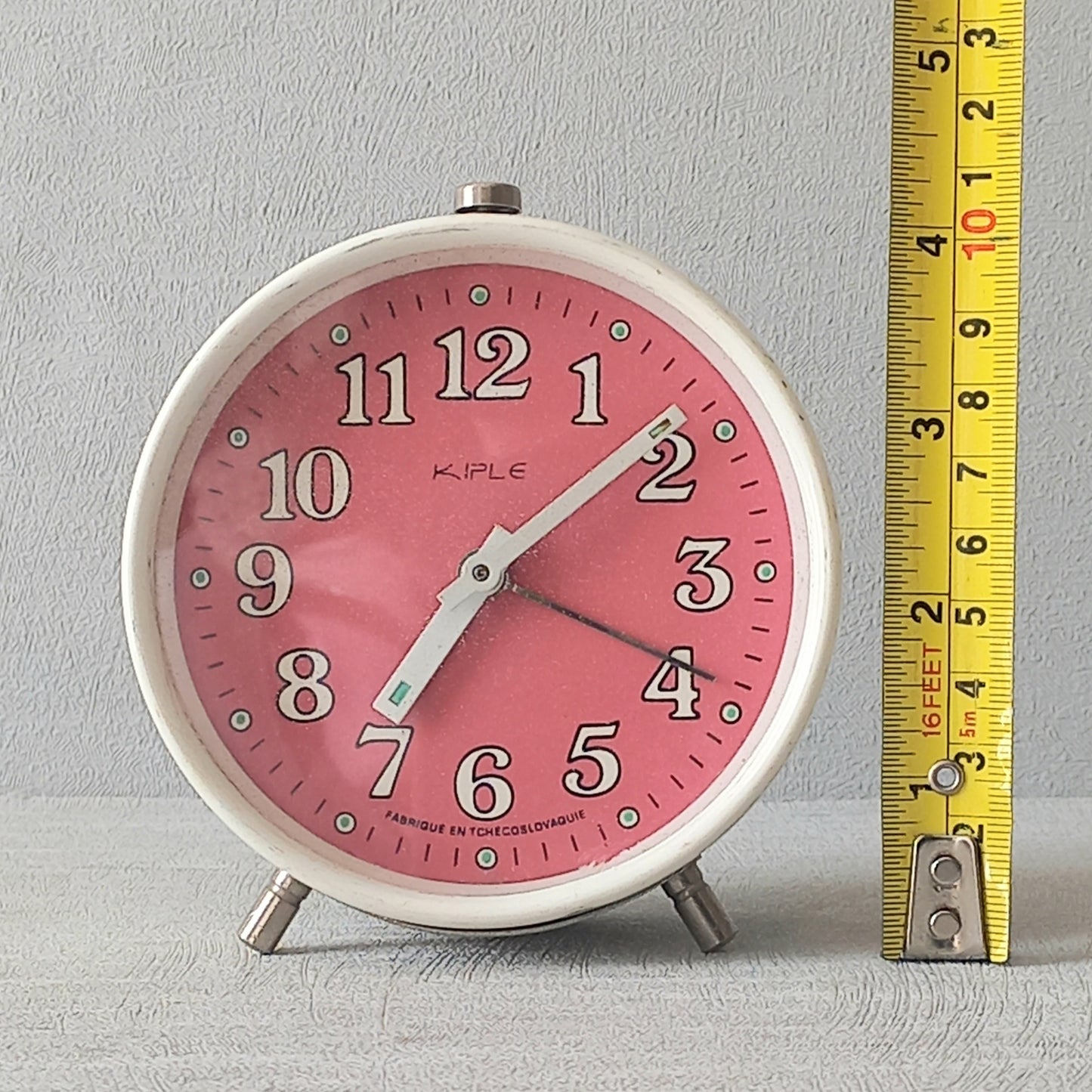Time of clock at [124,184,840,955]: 7:08
